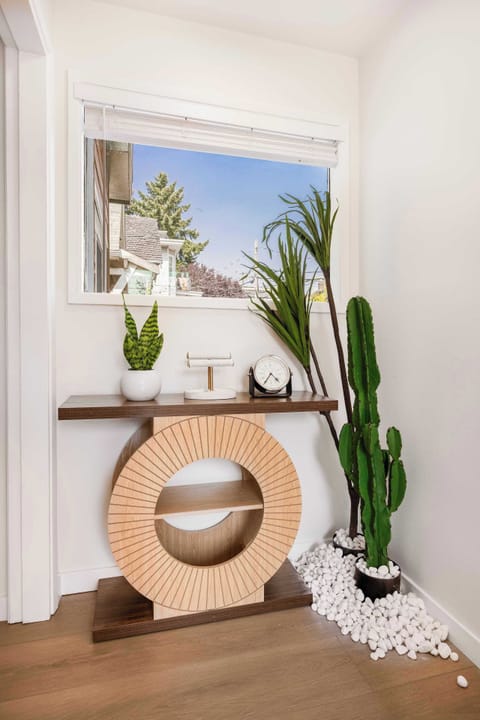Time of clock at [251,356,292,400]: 4:35
